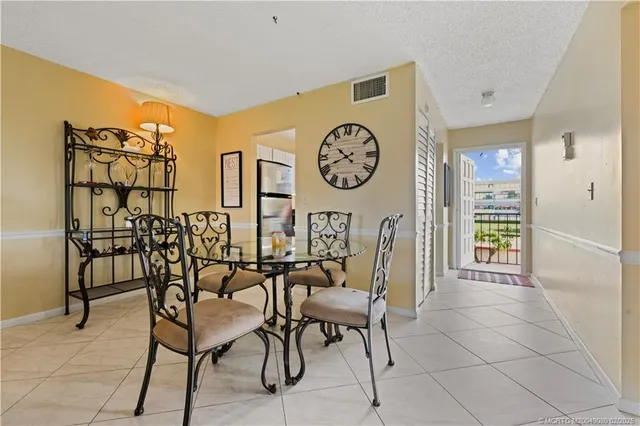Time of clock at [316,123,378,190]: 10:41
